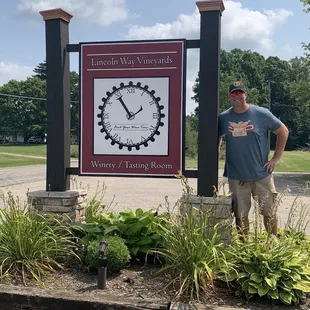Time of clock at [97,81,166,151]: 1:54
